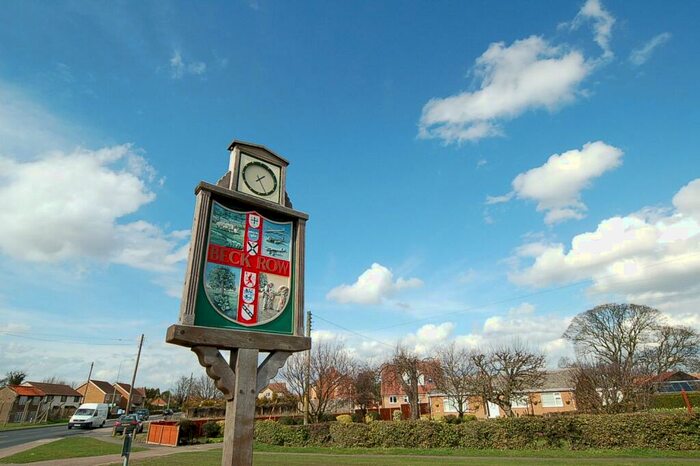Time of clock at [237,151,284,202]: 1:24
